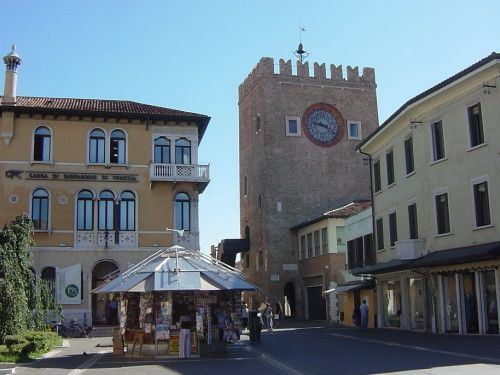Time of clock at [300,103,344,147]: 9:20
